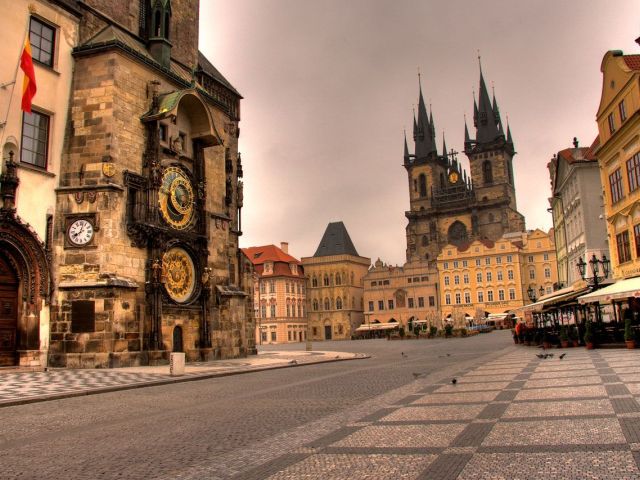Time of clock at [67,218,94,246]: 8:02
